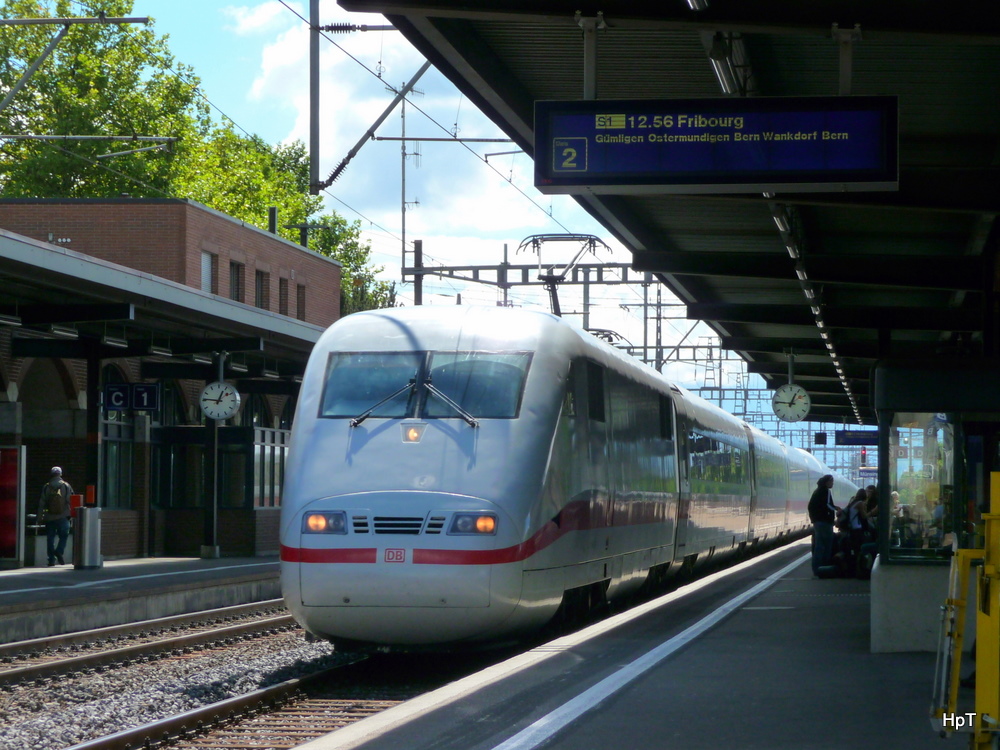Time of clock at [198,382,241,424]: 12:46
